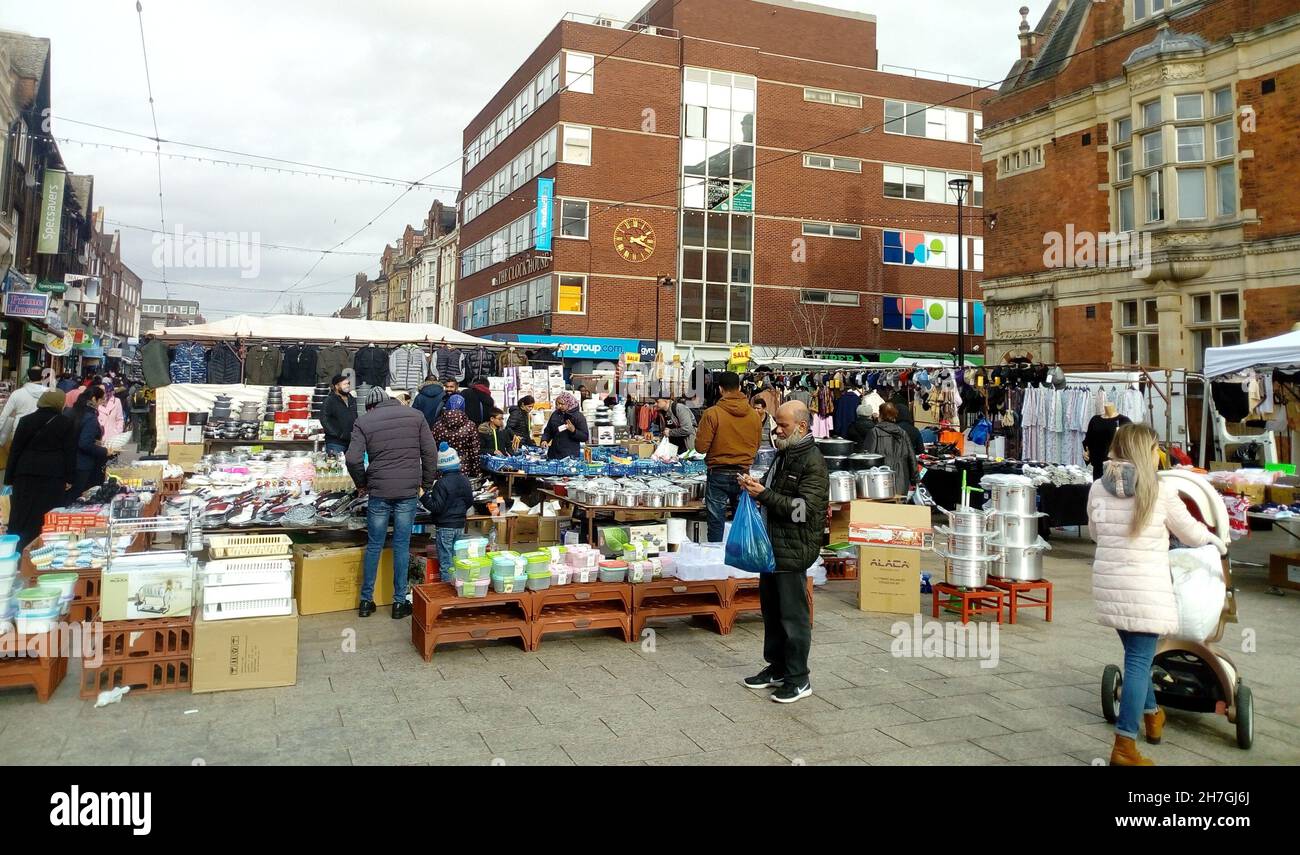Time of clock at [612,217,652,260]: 2:18
